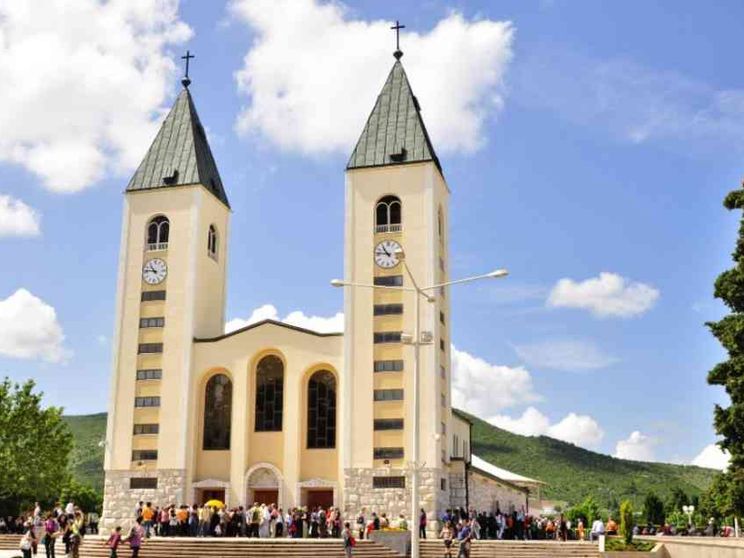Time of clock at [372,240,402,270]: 10:46
